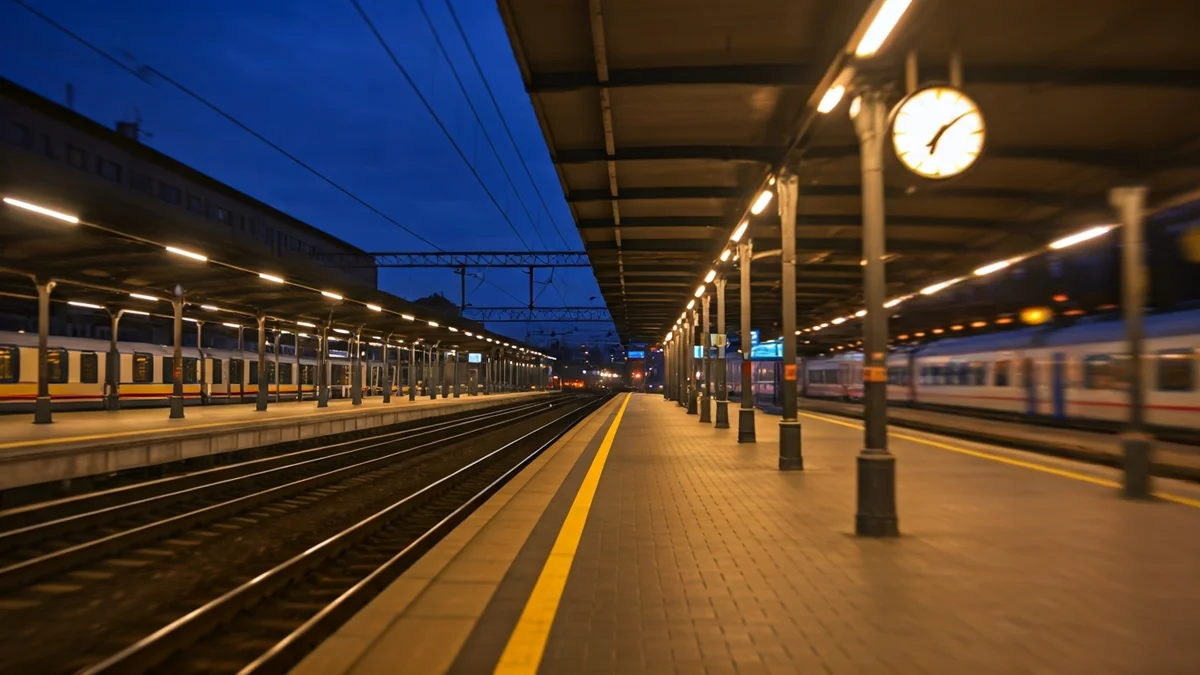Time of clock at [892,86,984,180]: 7:09
